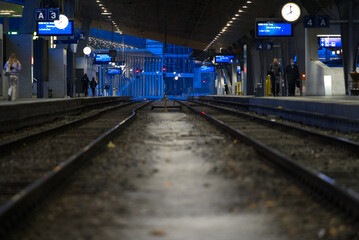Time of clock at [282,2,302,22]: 7:59
